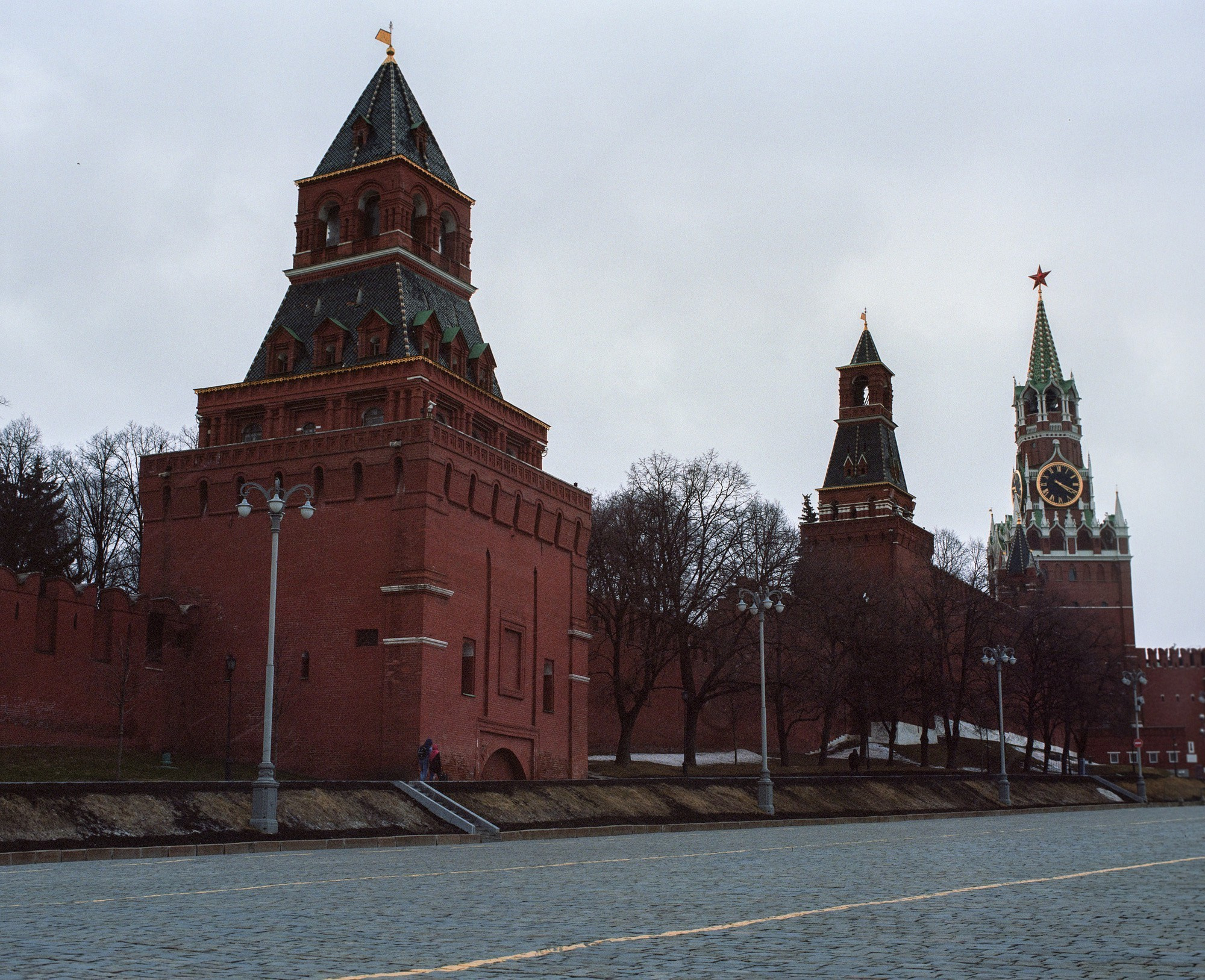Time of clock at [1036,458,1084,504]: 4:19
